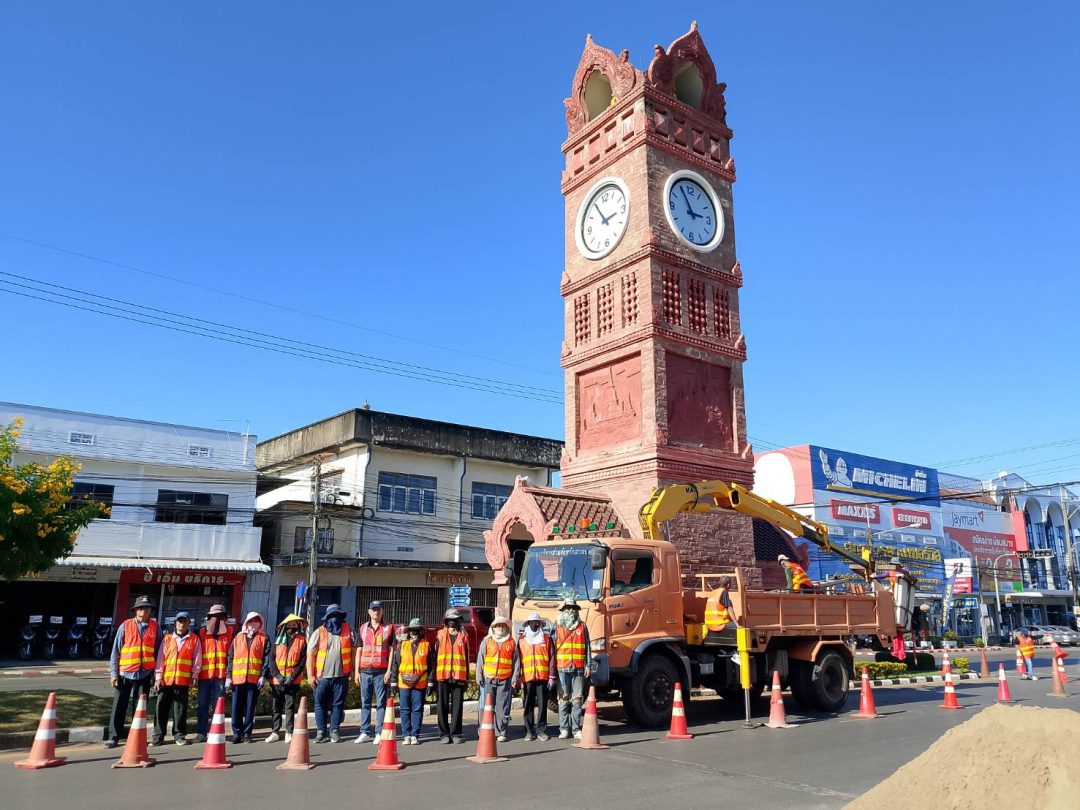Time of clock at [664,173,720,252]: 2:55
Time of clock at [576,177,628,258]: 2:54
